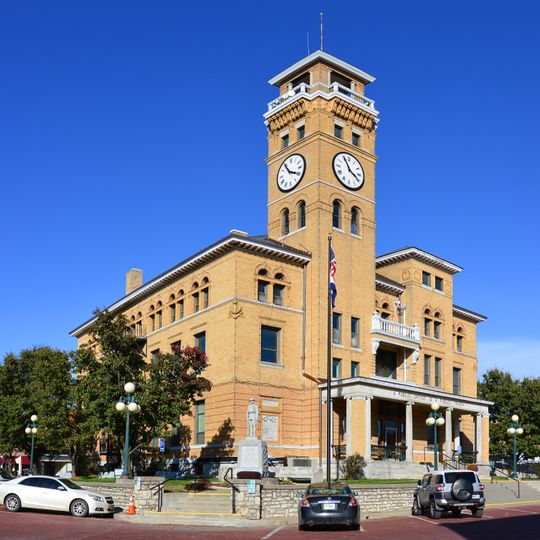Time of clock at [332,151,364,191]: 3:55
